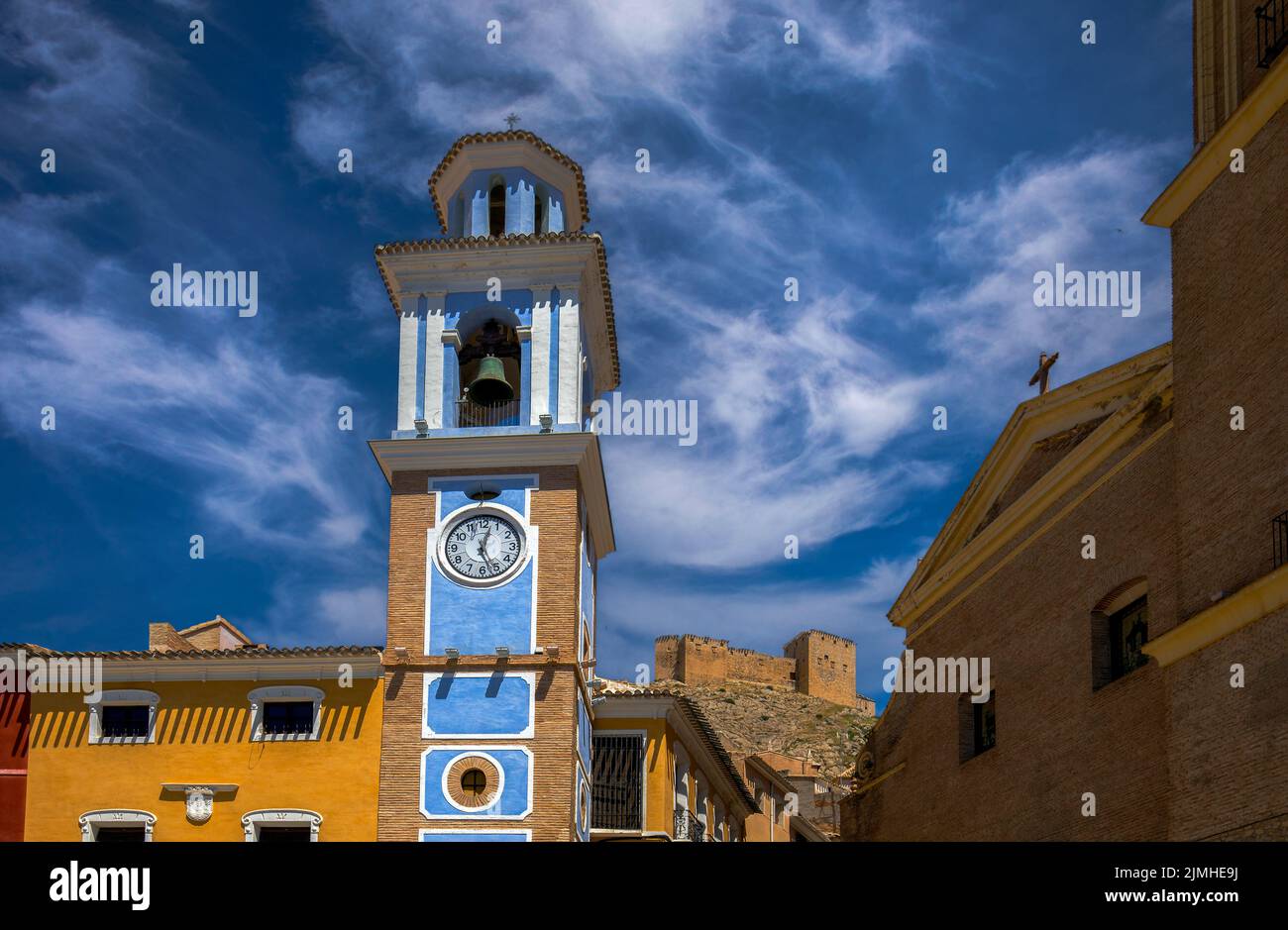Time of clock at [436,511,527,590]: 12:26
